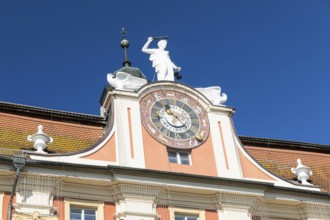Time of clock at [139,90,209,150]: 11:22
